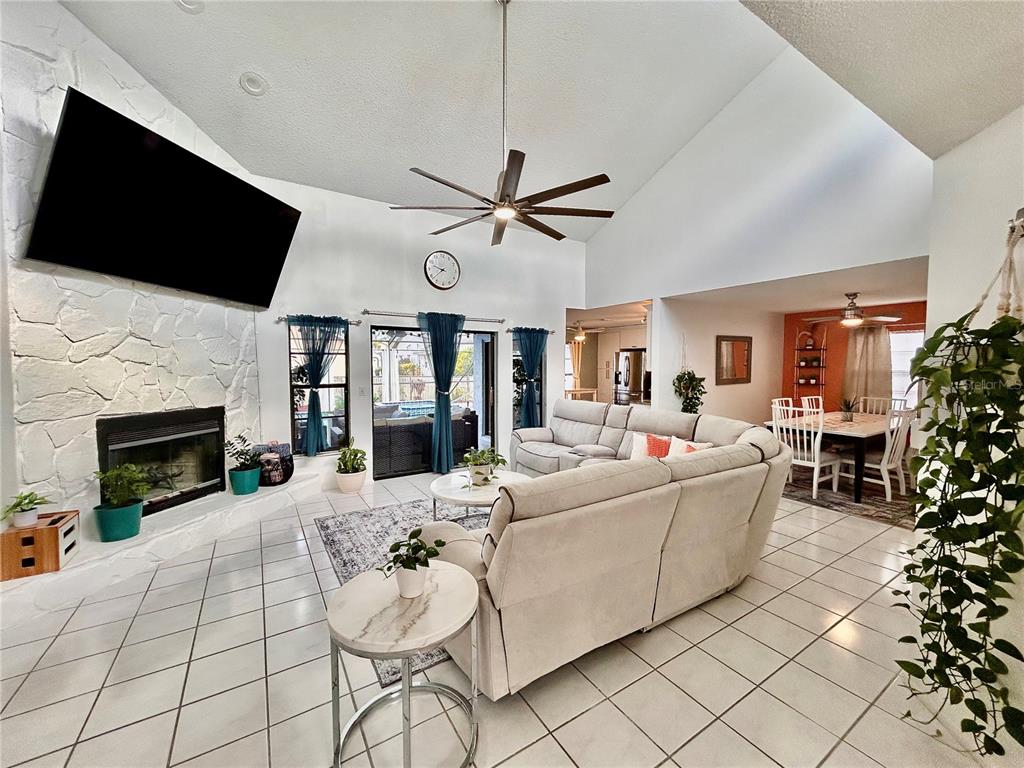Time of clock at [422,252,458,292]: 9:38
